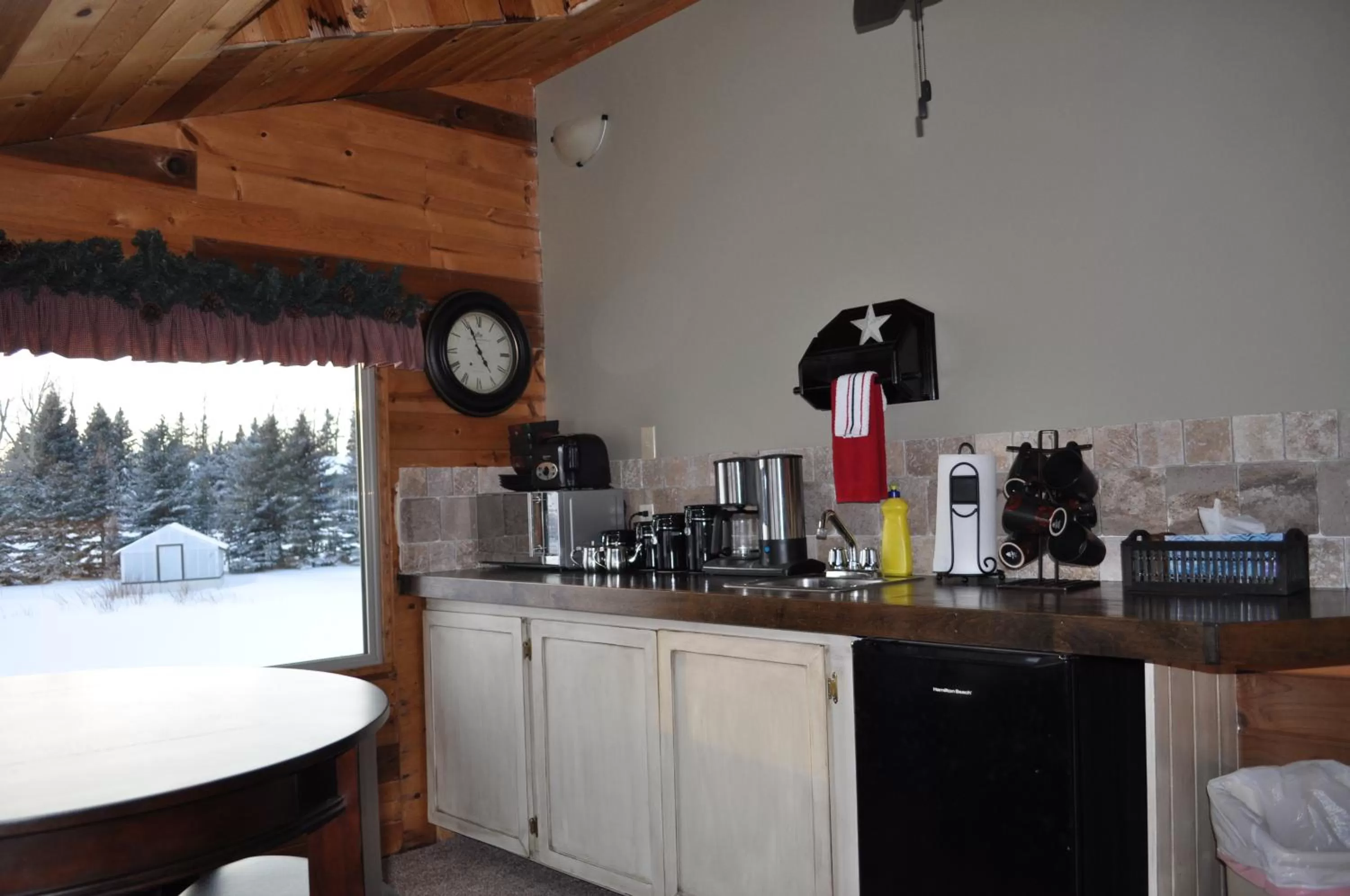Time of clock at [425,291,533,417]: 4:56
